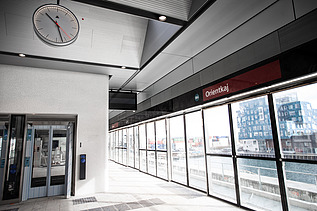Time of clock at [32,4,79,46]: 10:27
